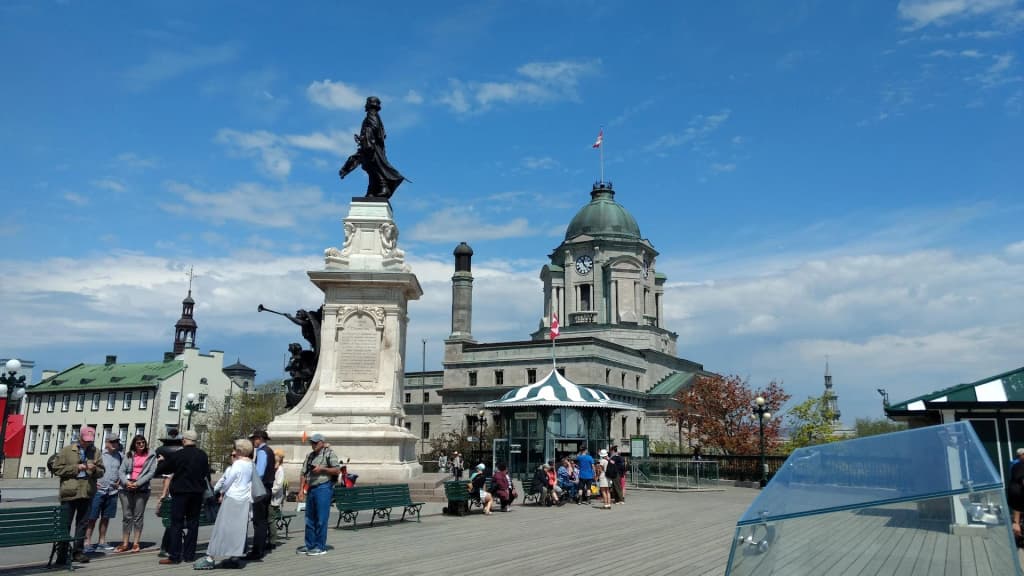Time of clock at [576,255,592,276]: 11:22
